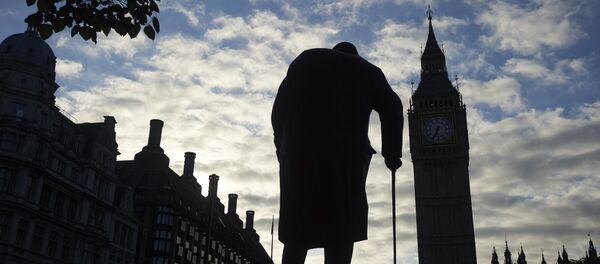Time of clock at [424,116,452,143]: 6:34
